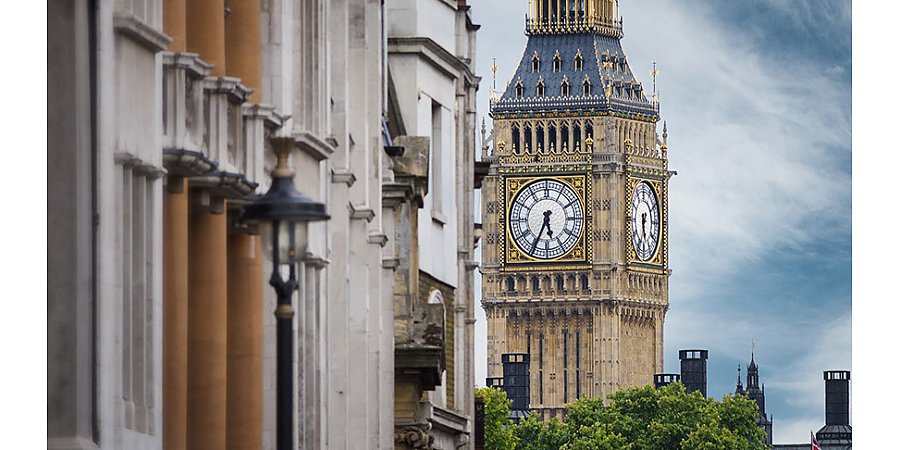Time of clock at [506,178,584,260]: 5:34
